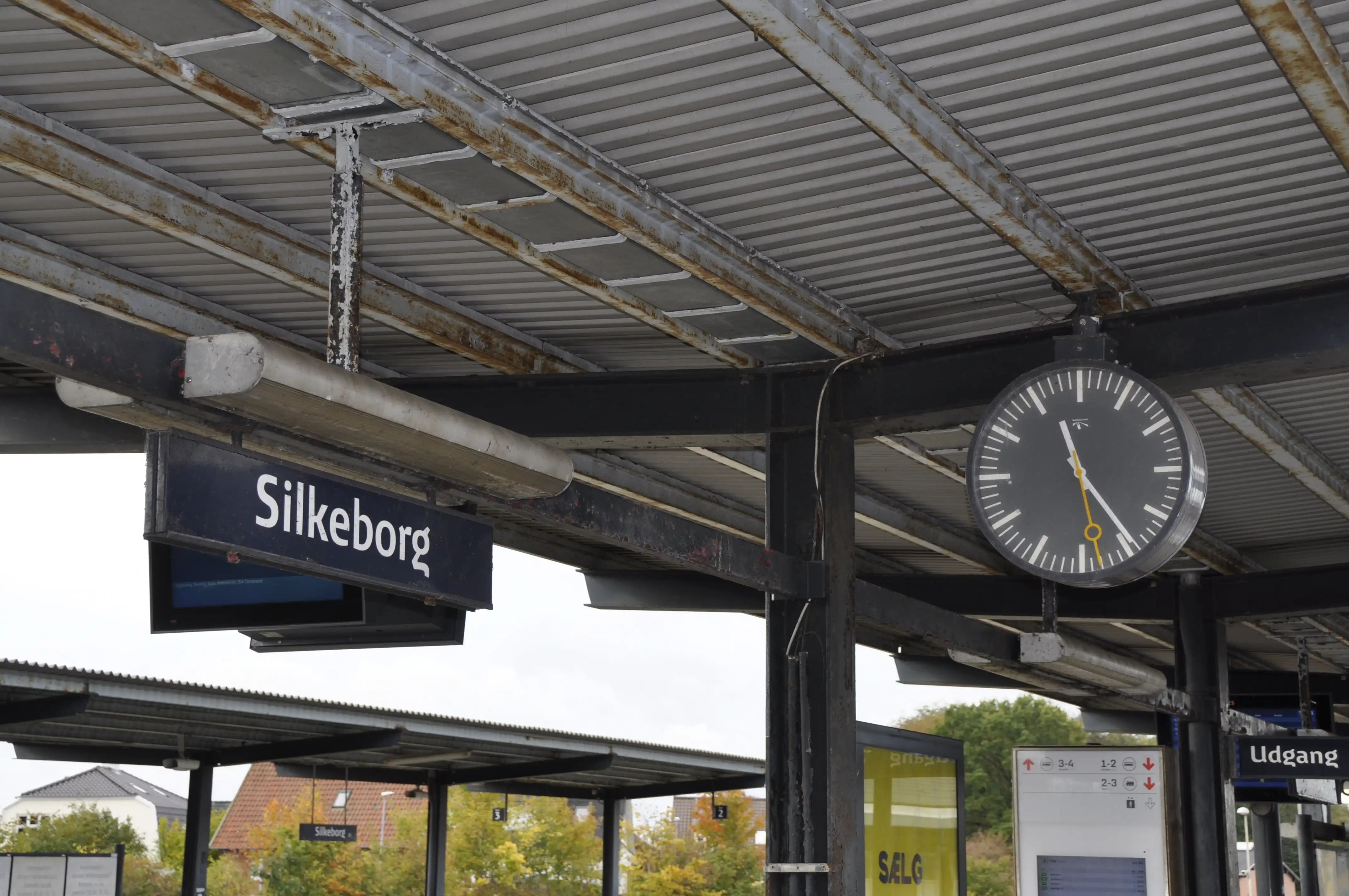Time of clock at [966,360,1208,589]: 11:24
